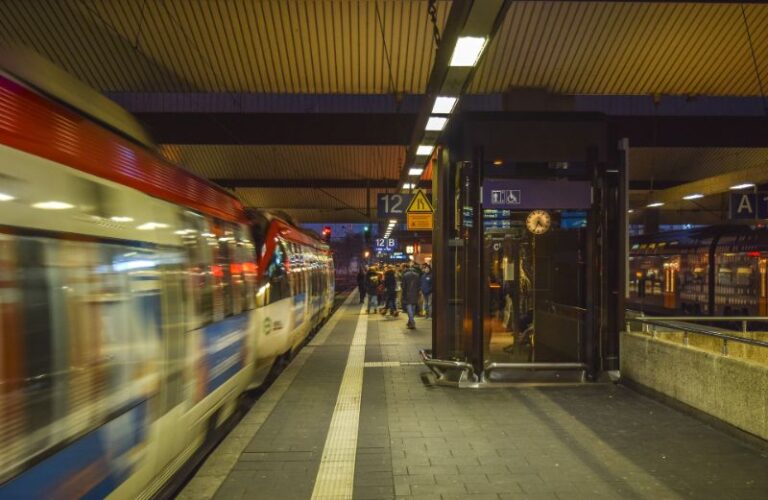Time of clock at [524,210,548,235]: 4:34
